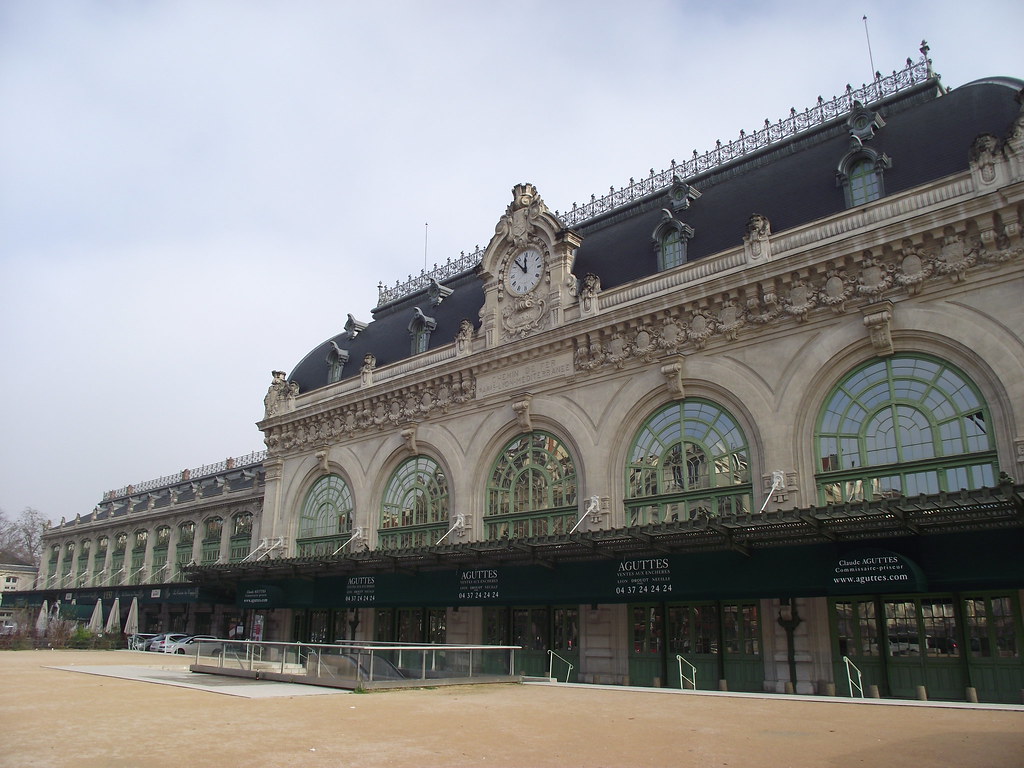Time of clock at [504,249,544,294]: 11:52
